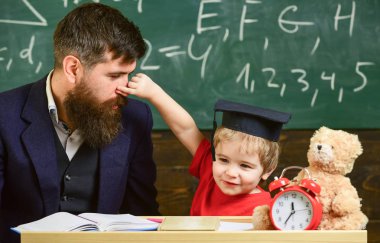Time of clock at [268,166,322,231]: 11:35
